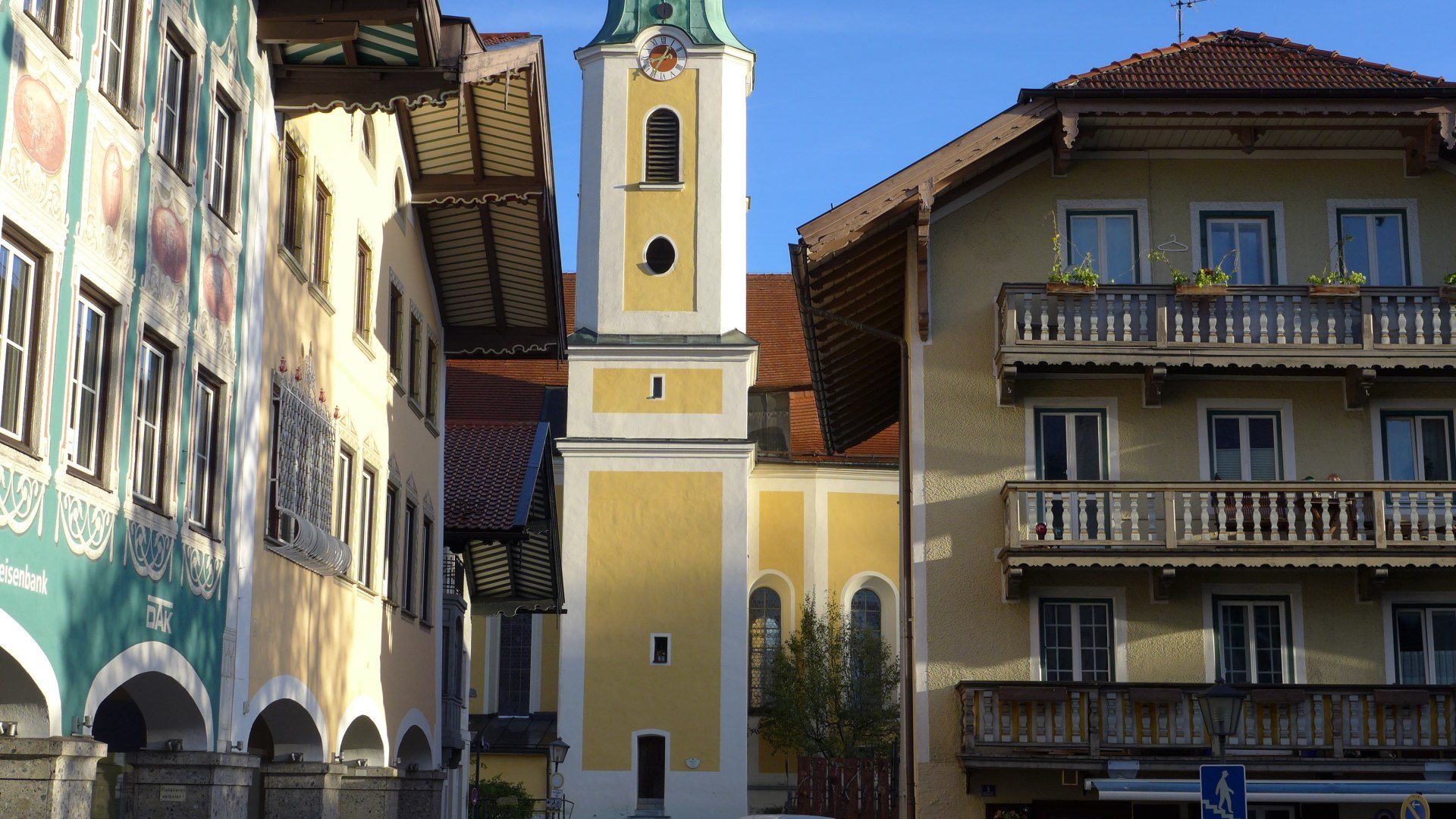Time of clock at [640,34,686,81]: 8:35
